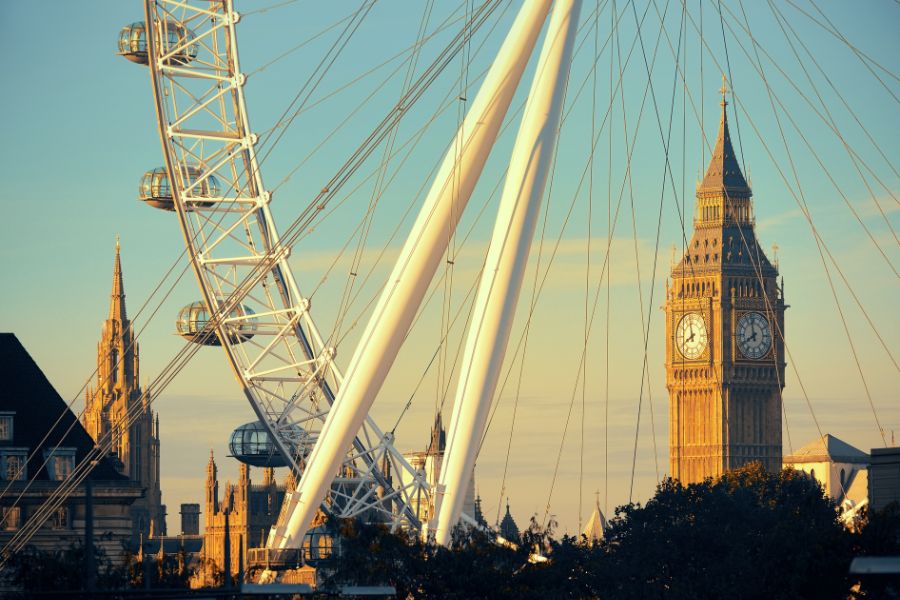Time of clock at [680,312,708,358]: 7:58
